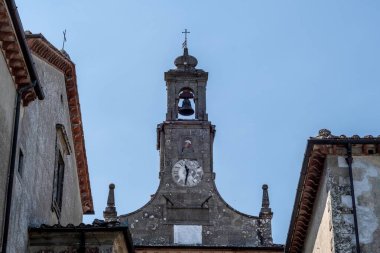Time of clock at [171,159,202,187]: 11:32
